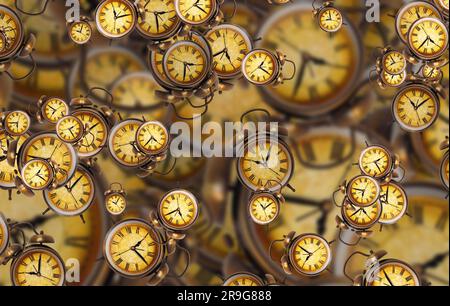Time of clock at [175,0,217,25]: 1:20
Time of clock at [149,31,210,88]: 3:29
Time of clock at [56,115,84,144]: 2:24
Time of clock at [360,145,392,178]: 2:24
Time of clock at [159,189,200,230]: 4:39
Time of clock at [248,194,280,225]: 11:09
